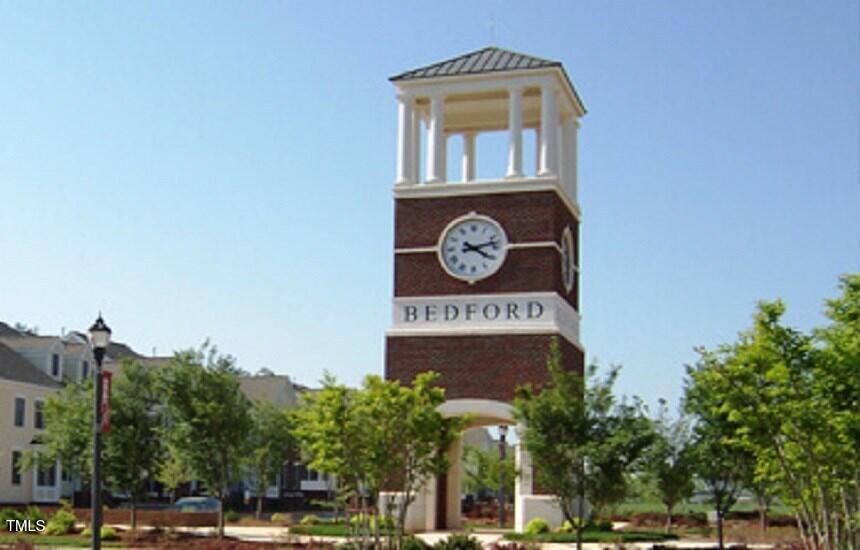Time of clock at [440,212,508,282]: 4:12
